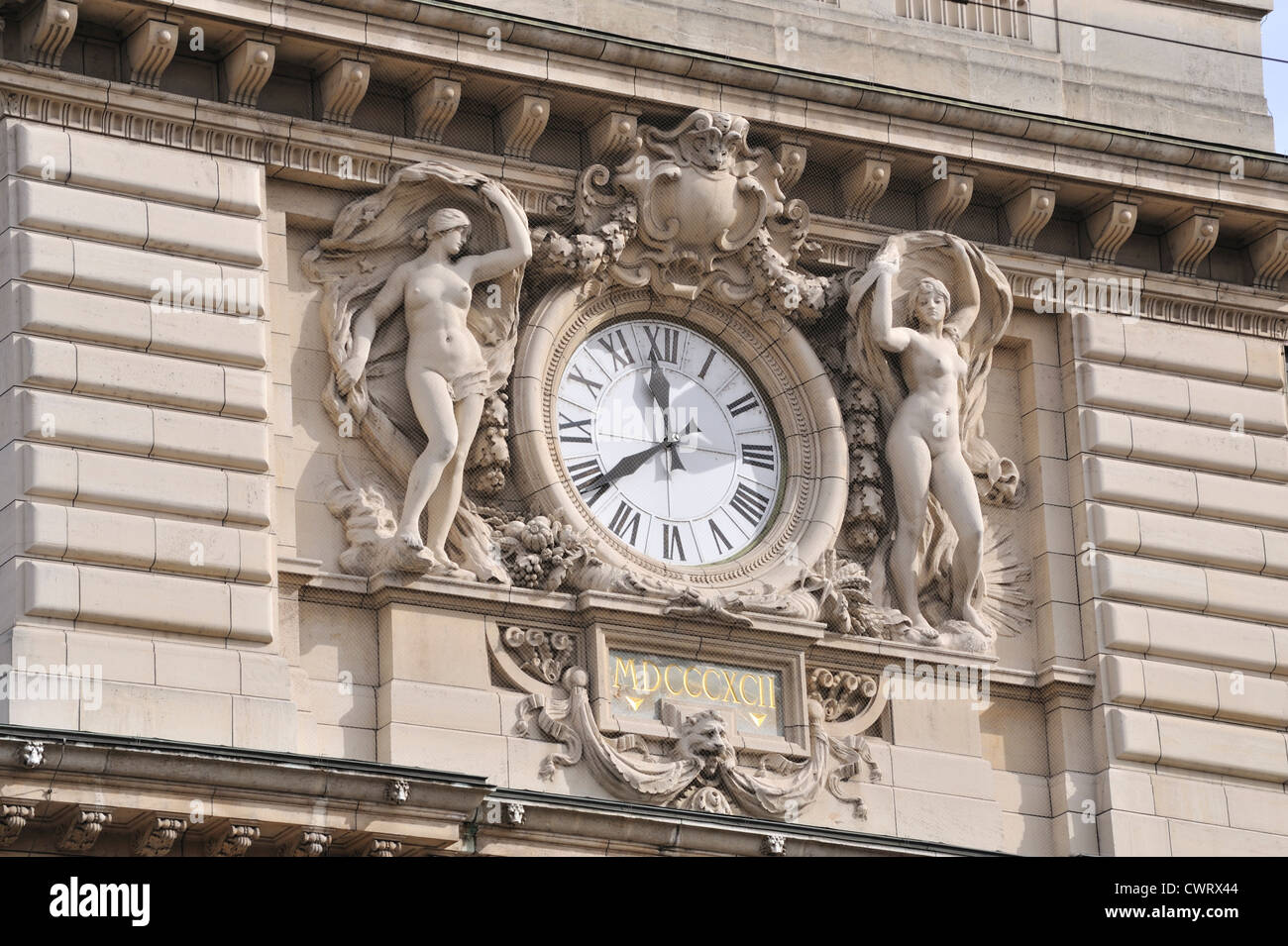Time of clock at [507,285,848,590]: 11:38
